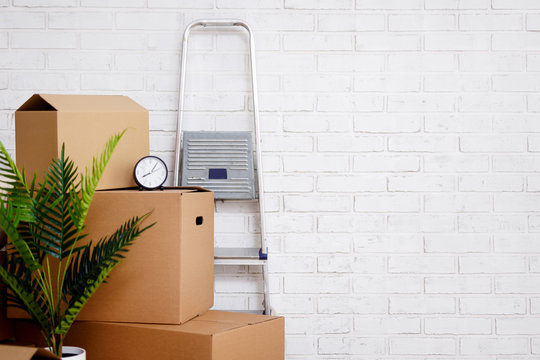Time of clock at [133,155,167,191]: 8:05
